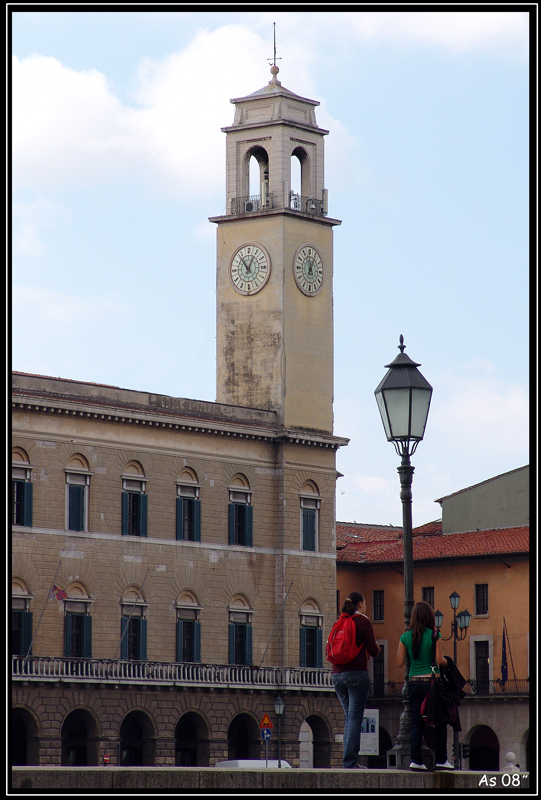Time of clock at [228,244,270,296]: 12:53
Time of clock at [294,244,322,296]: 12:05
